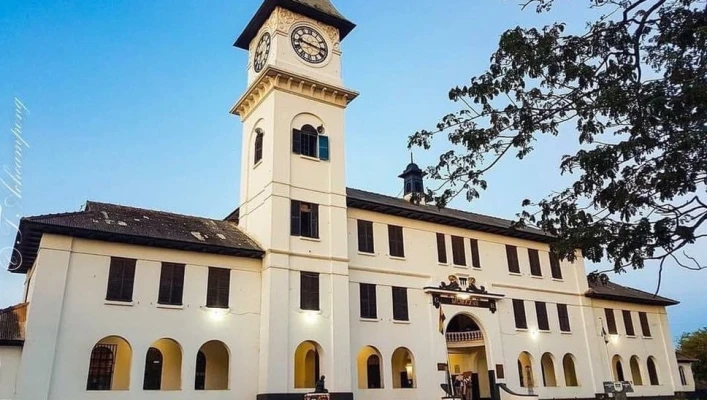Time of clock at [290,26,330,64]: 9:16
